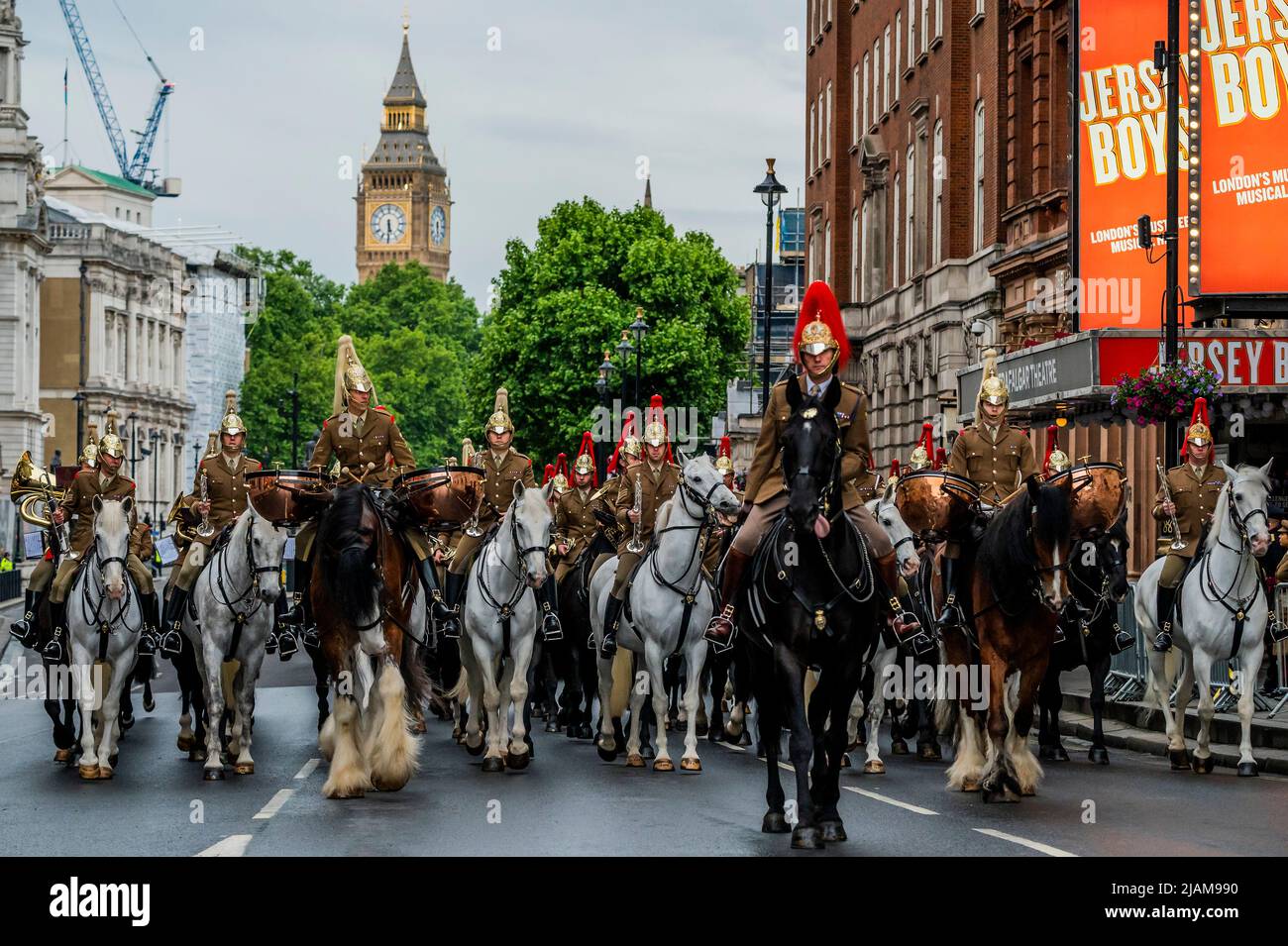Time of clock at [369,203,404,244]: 5:30
